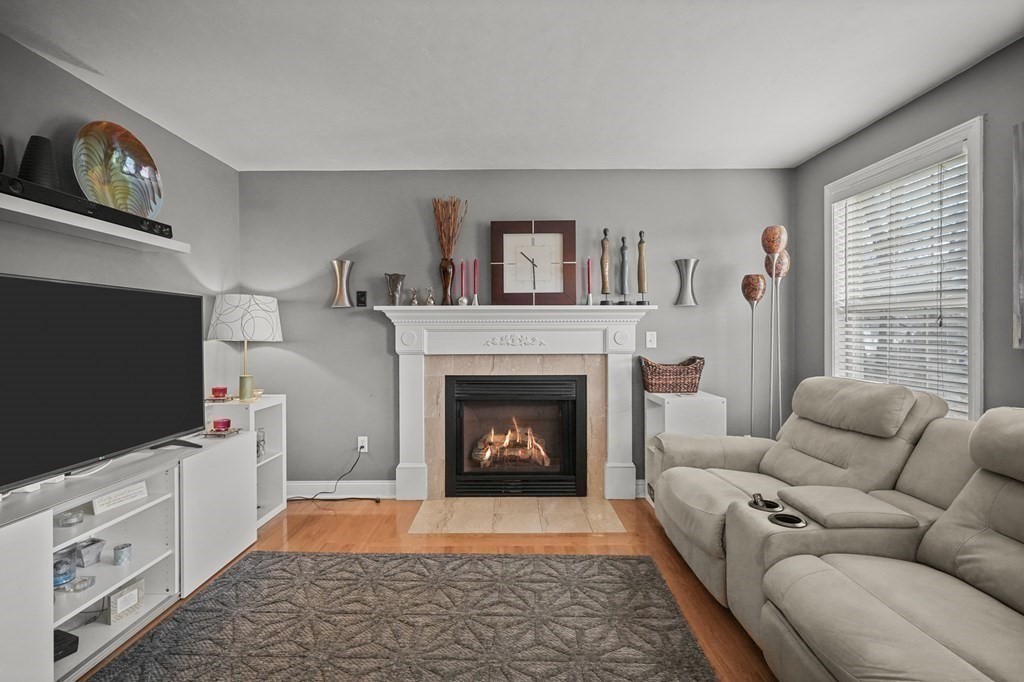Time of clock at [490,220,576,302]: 10:29
